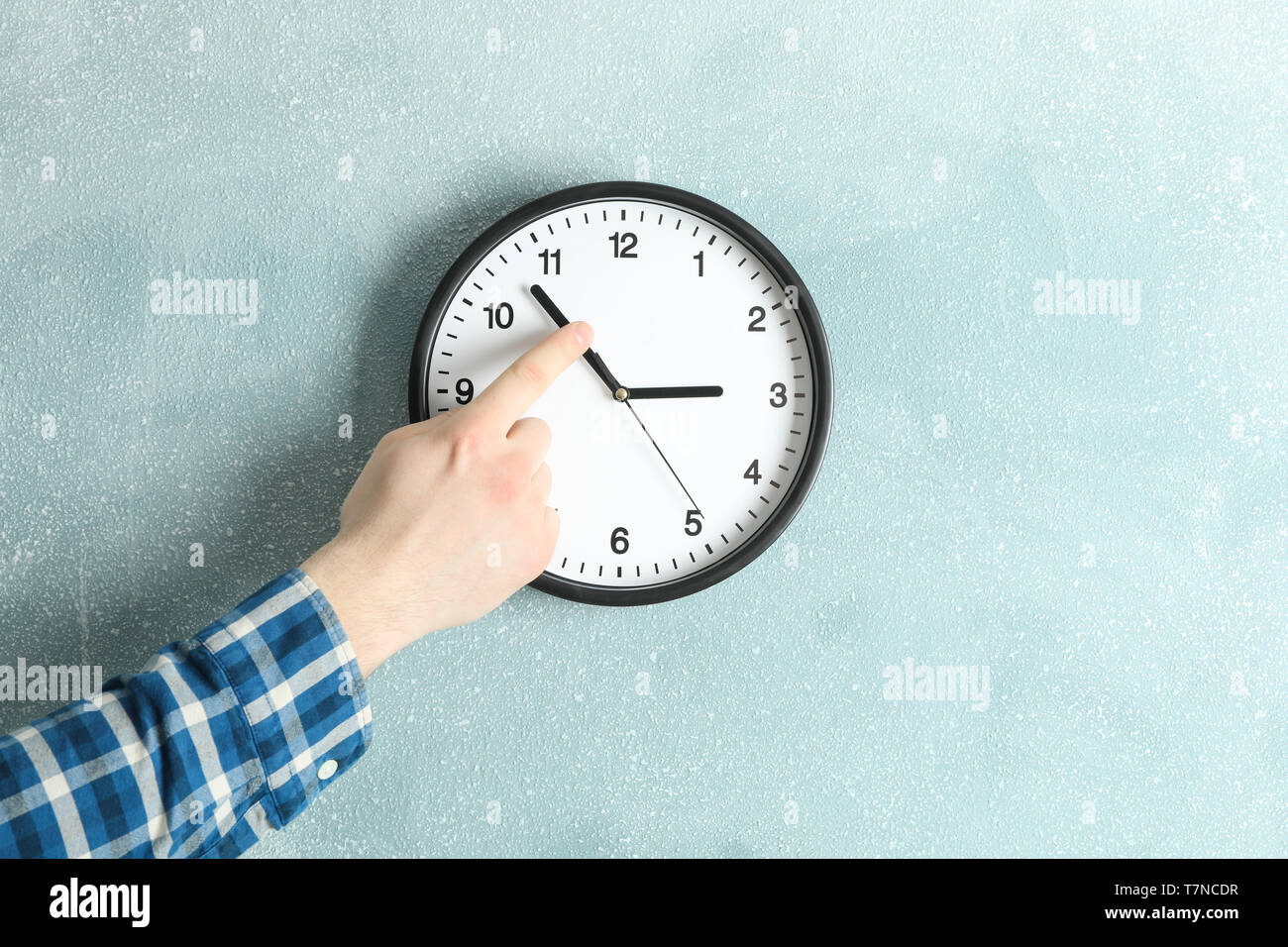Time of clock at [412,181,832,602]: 2:53
